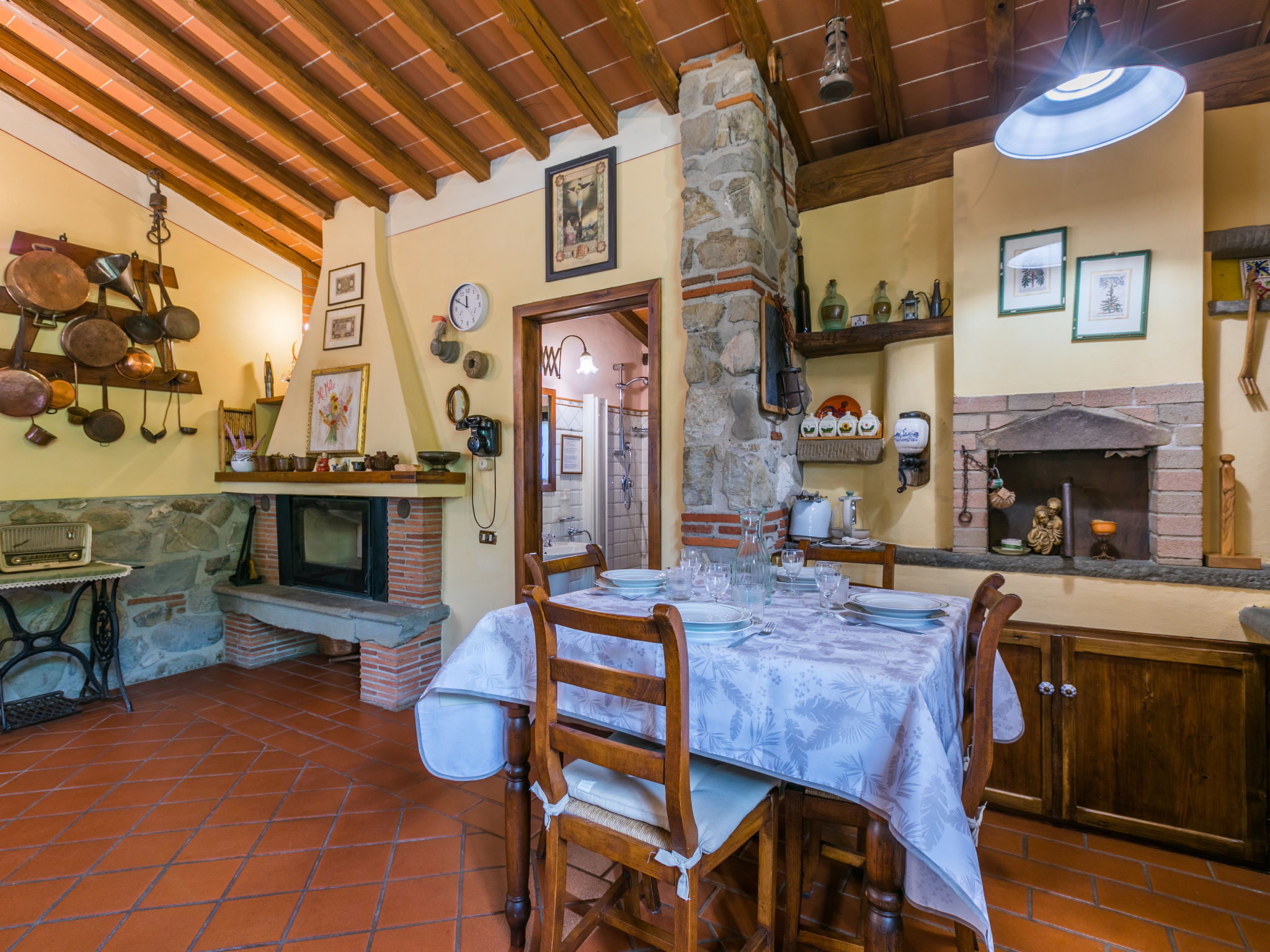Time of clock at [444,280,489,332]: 11:49
